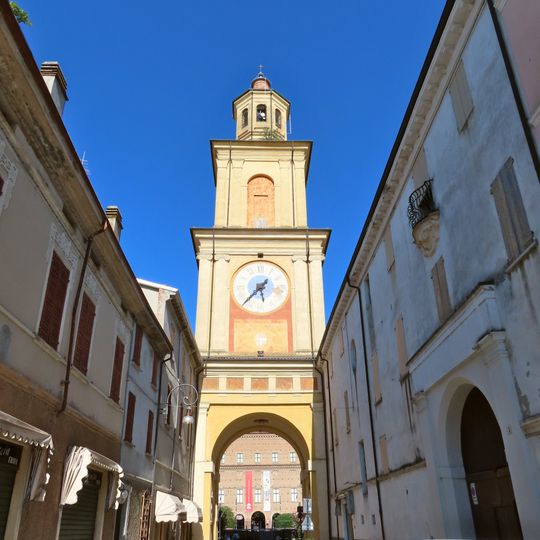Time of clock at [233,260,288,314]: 5:37
